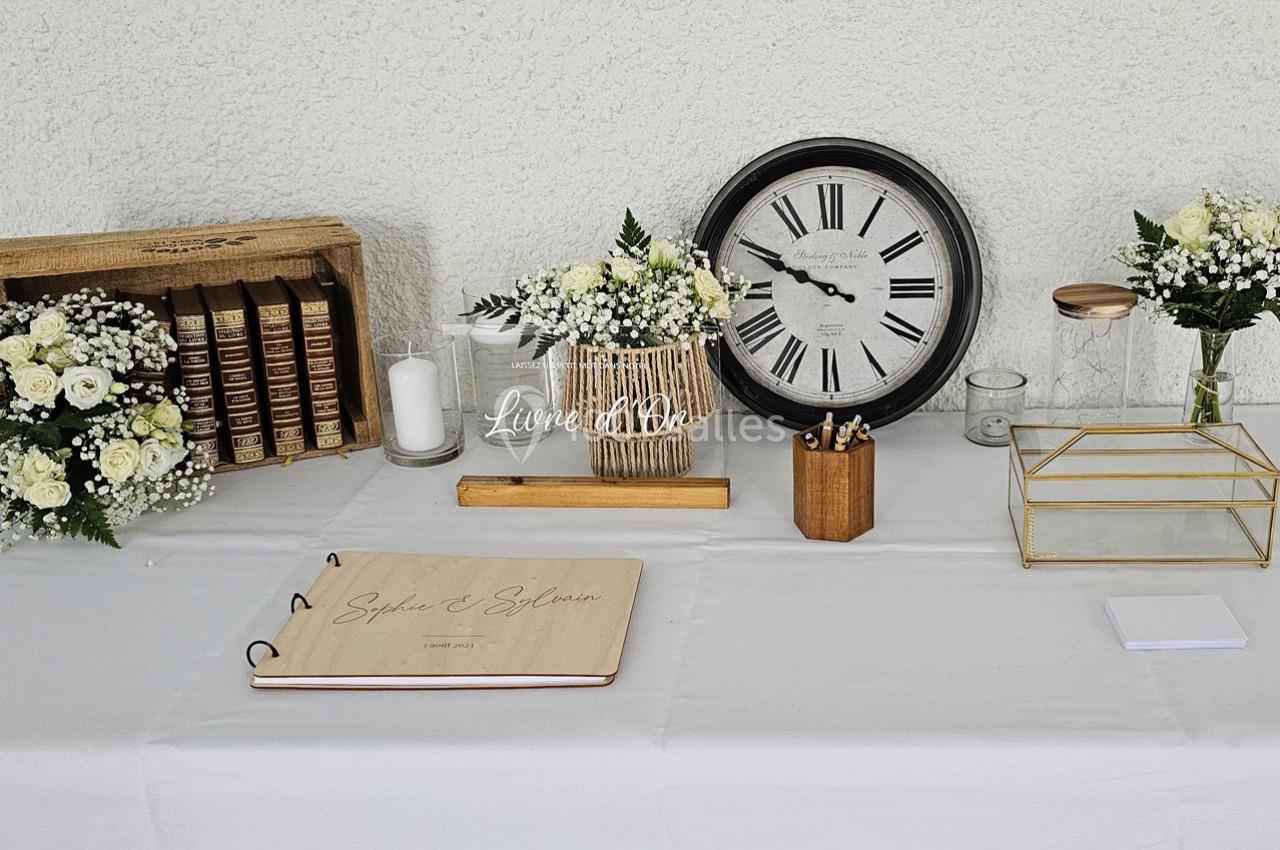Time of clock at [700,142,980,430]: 9:49
